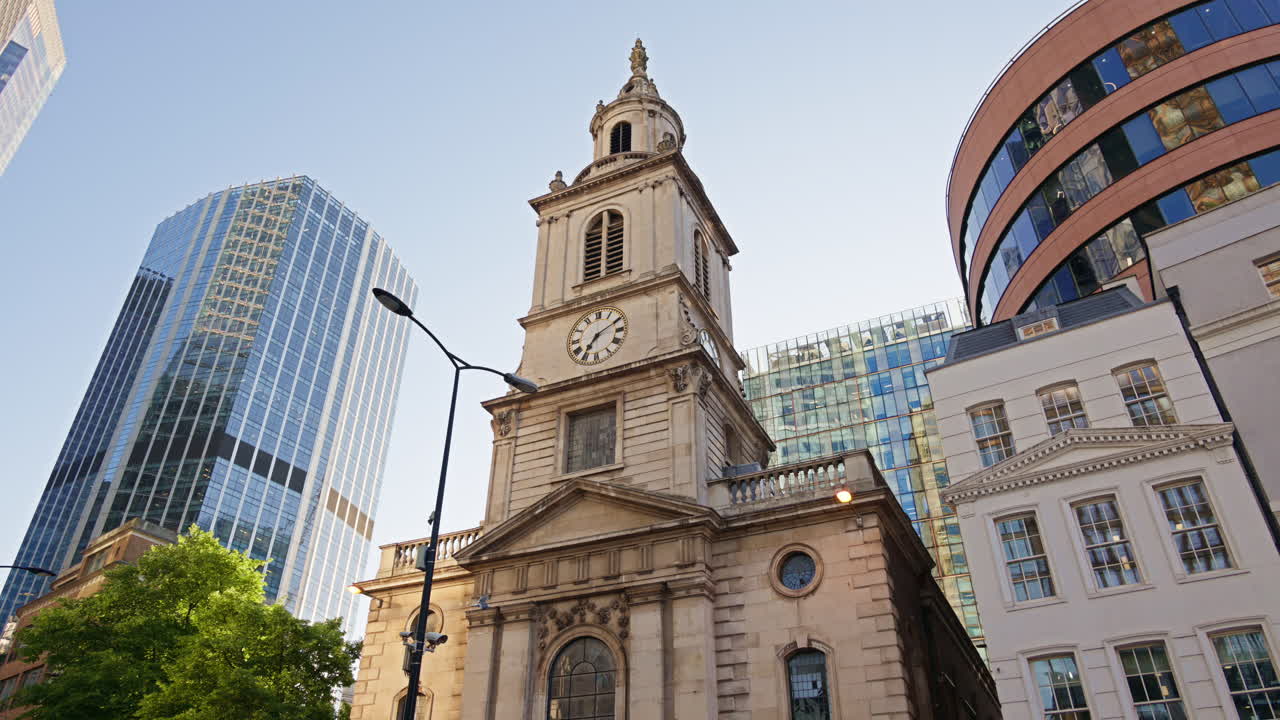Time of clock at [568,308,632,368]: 7:09
